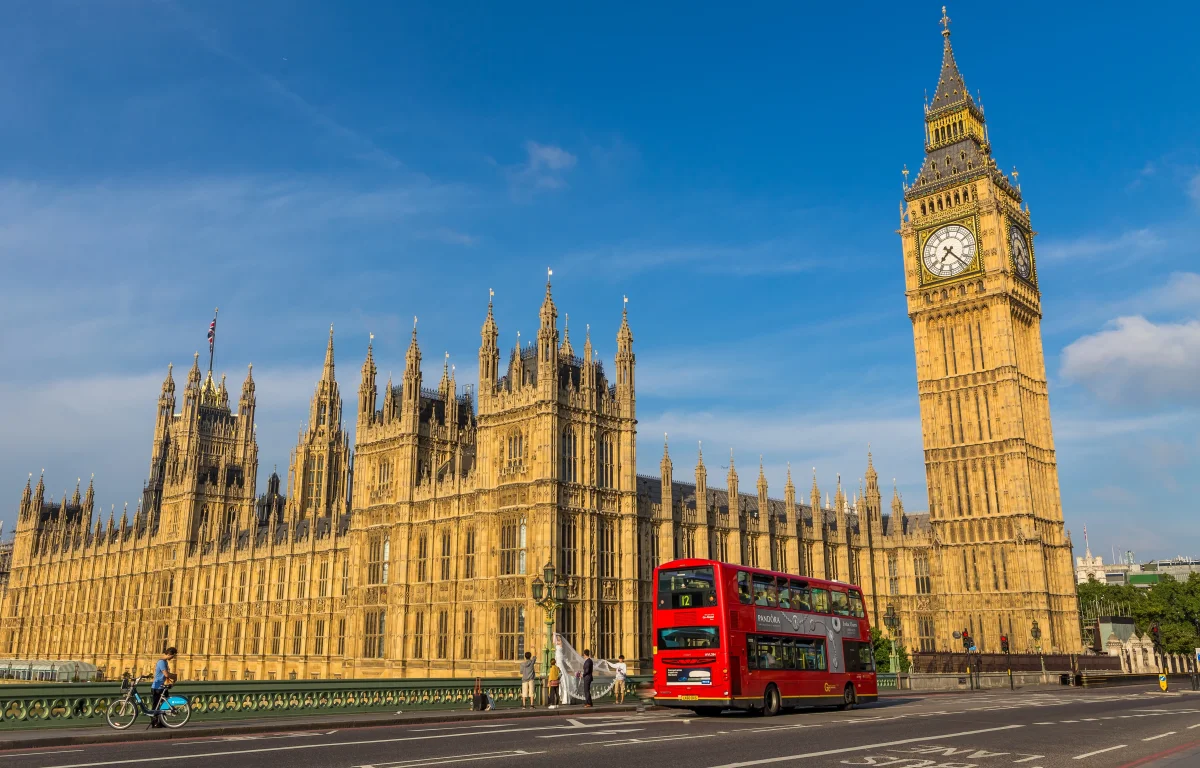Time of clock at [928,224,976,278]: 7:23
